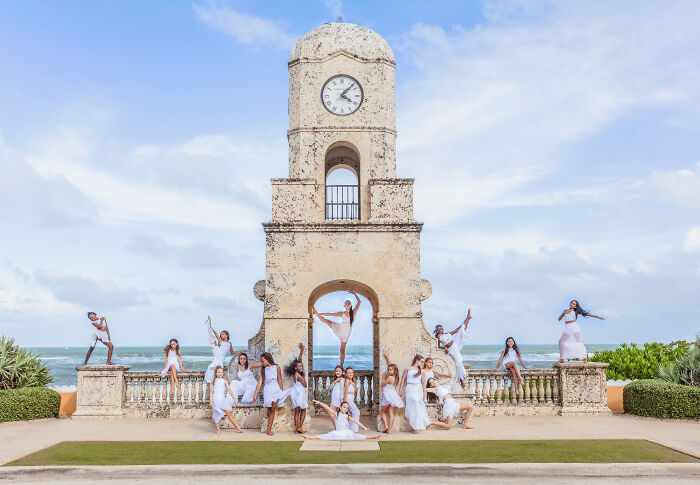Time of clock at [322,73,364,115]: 4:07
